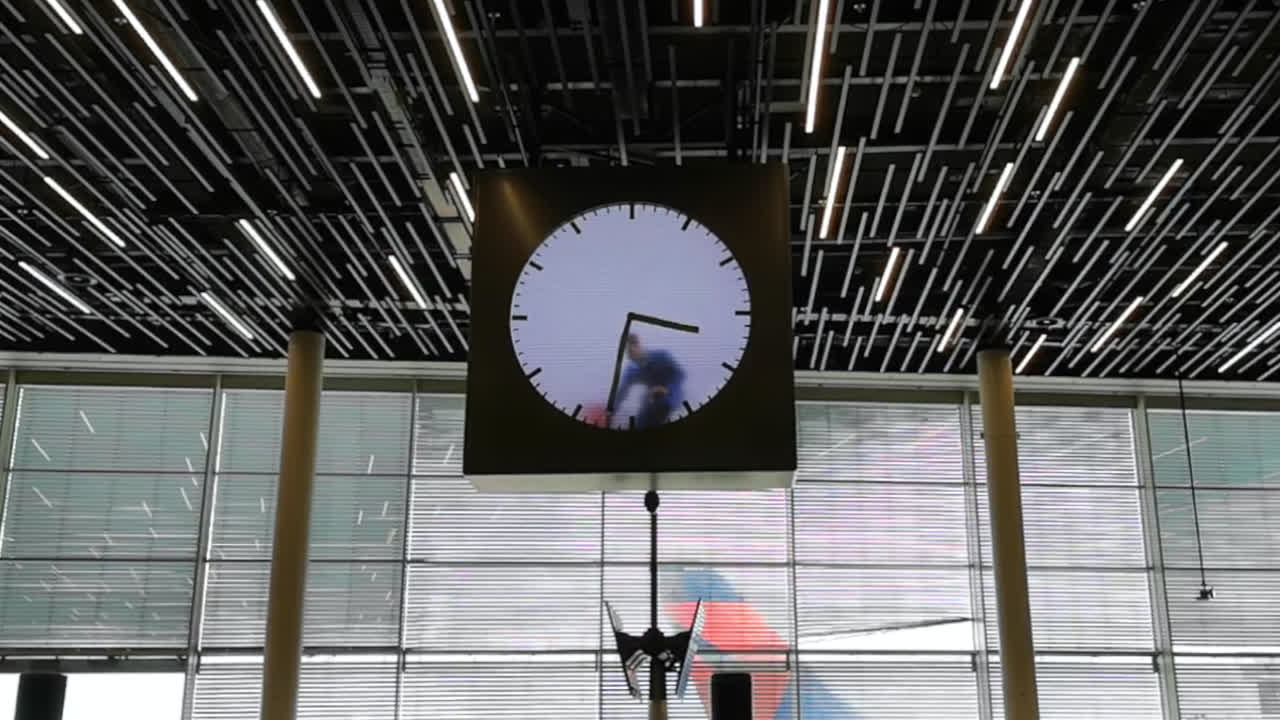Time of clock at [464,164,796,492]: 3:32
